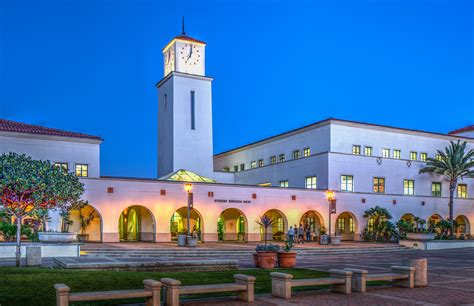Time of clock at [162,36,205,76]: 7:01
